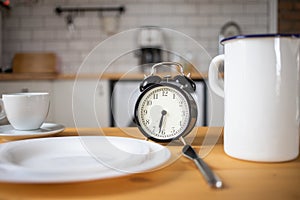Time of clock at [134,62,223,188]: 6:32
